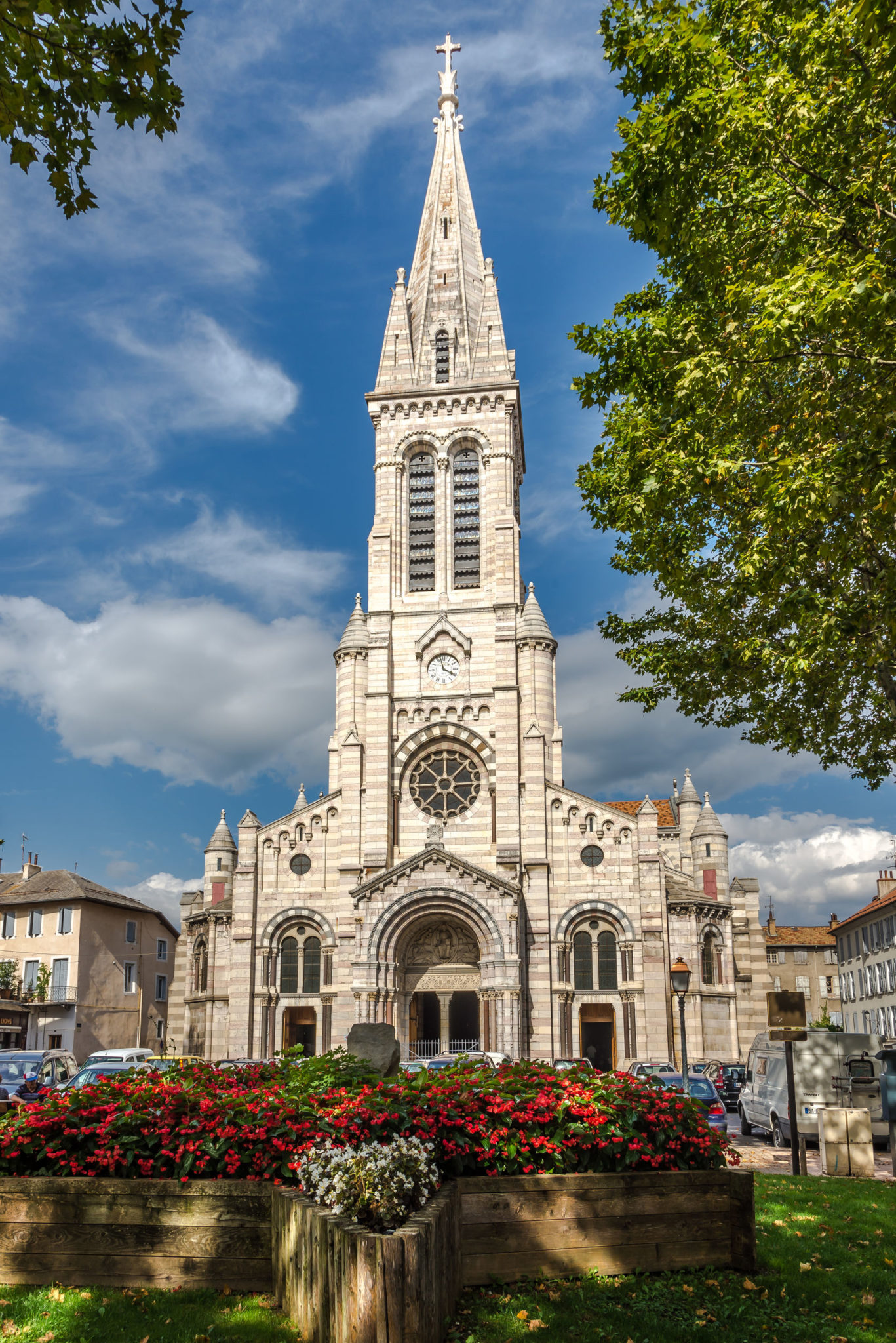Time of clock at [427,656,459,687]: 3:57
